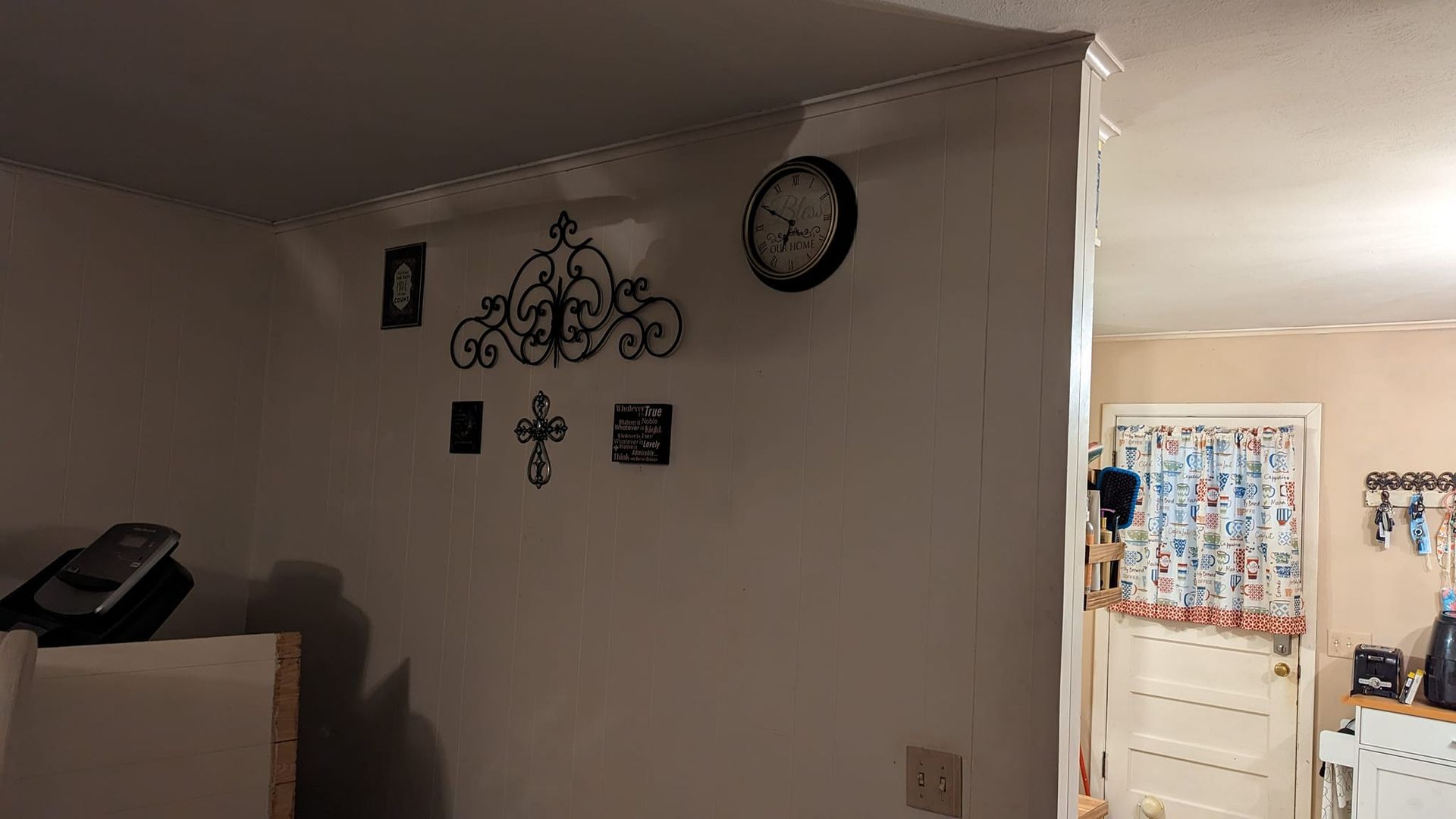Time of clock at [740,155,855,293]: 6:49
